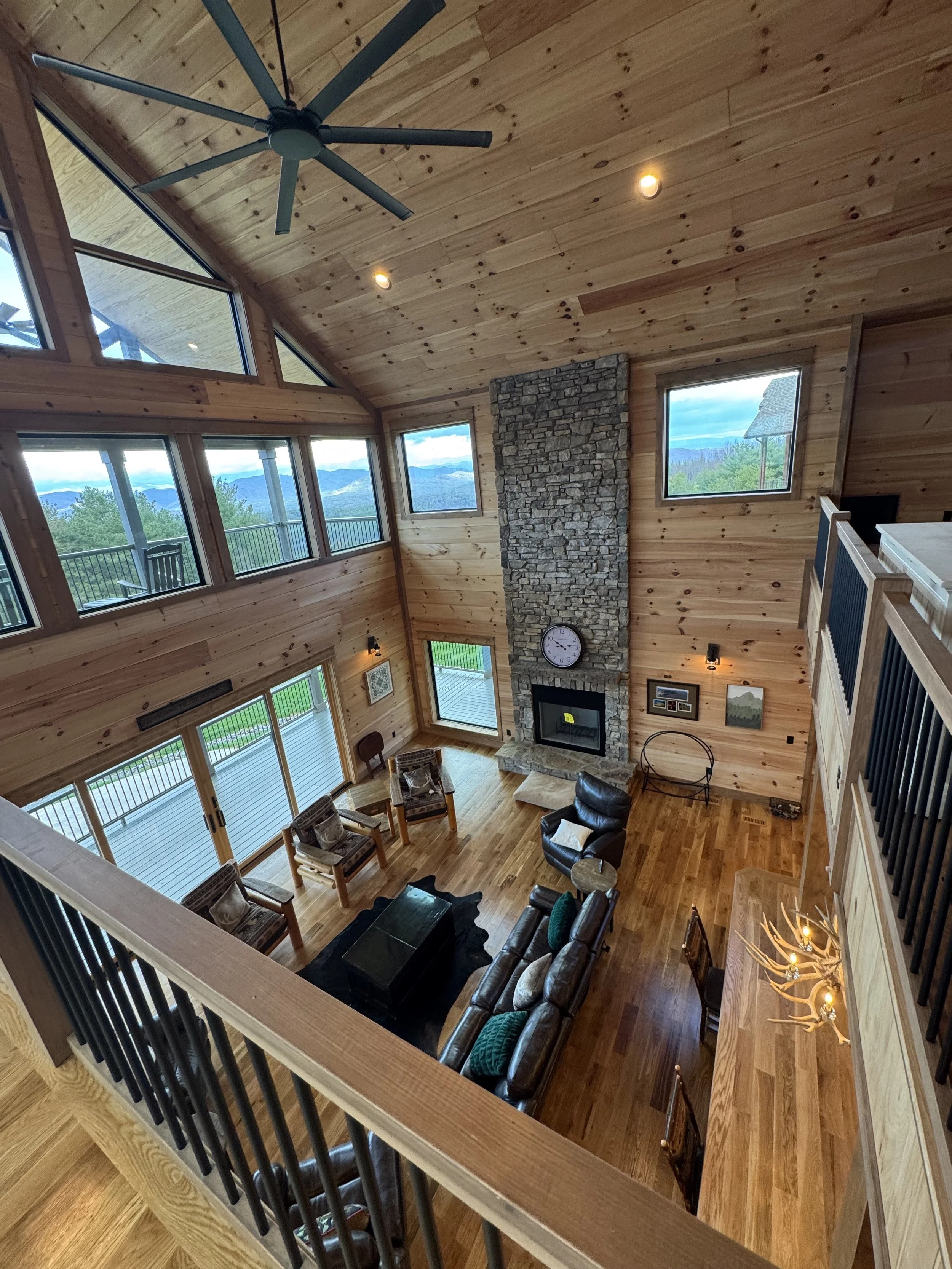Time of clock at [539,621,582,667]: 10:13
